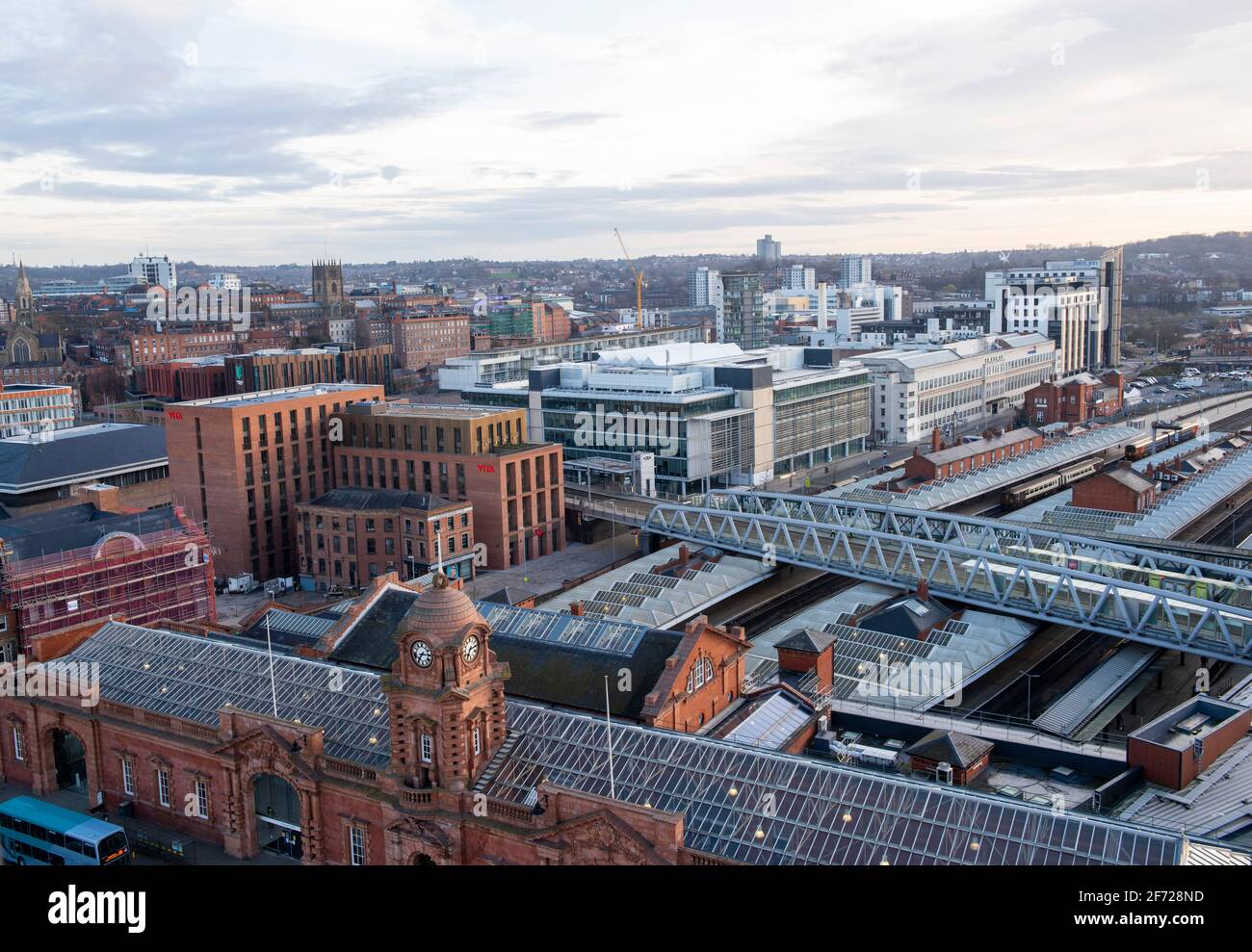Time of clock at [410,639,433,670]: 7:14
